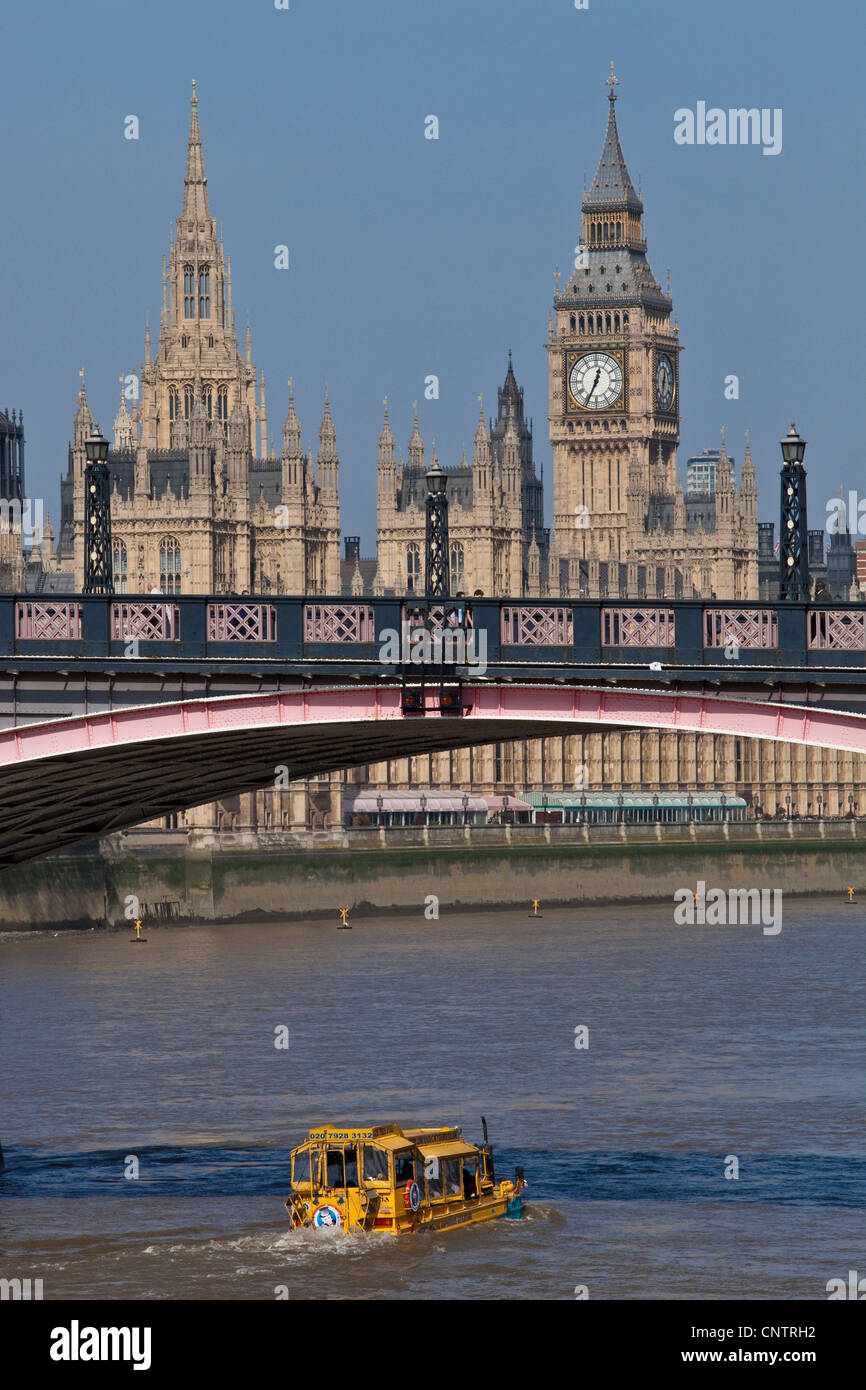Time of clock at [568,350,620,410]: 12:34
